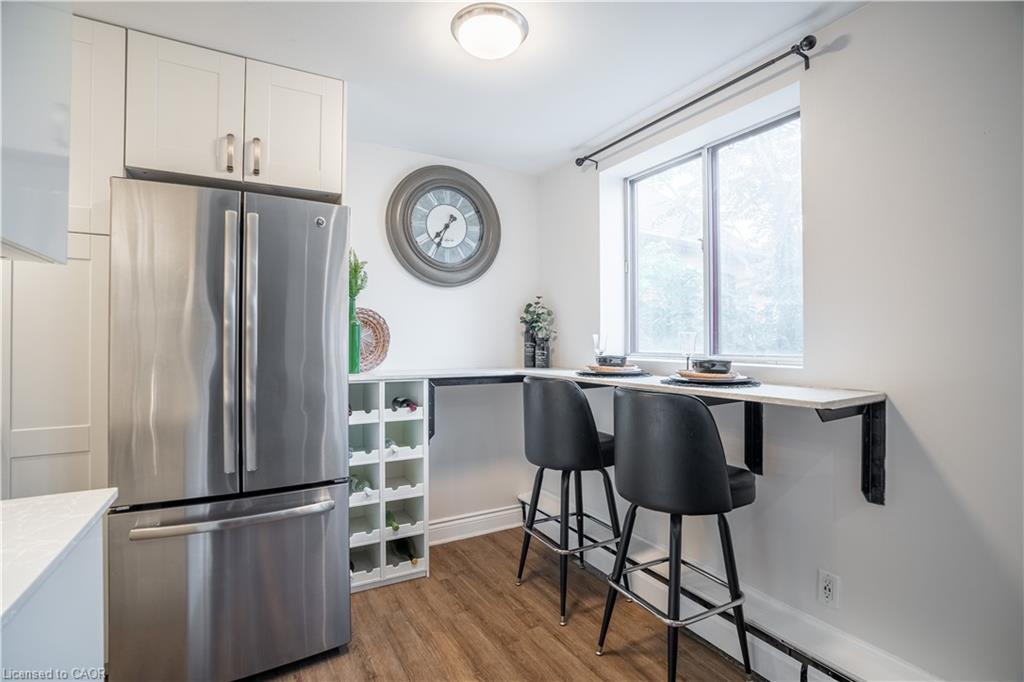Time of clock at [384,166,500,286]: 7:34
